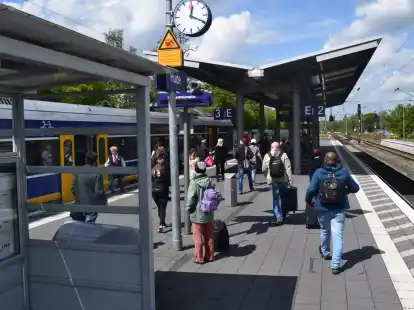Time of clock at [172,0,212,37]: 12:19
